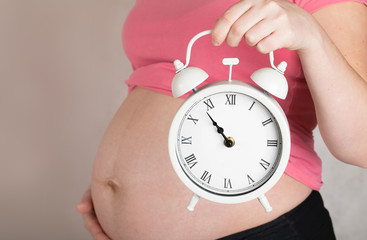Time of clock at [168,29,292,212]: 10:53
